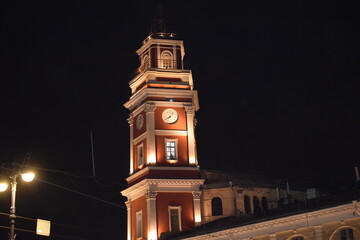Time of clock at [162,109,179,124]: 8:07
